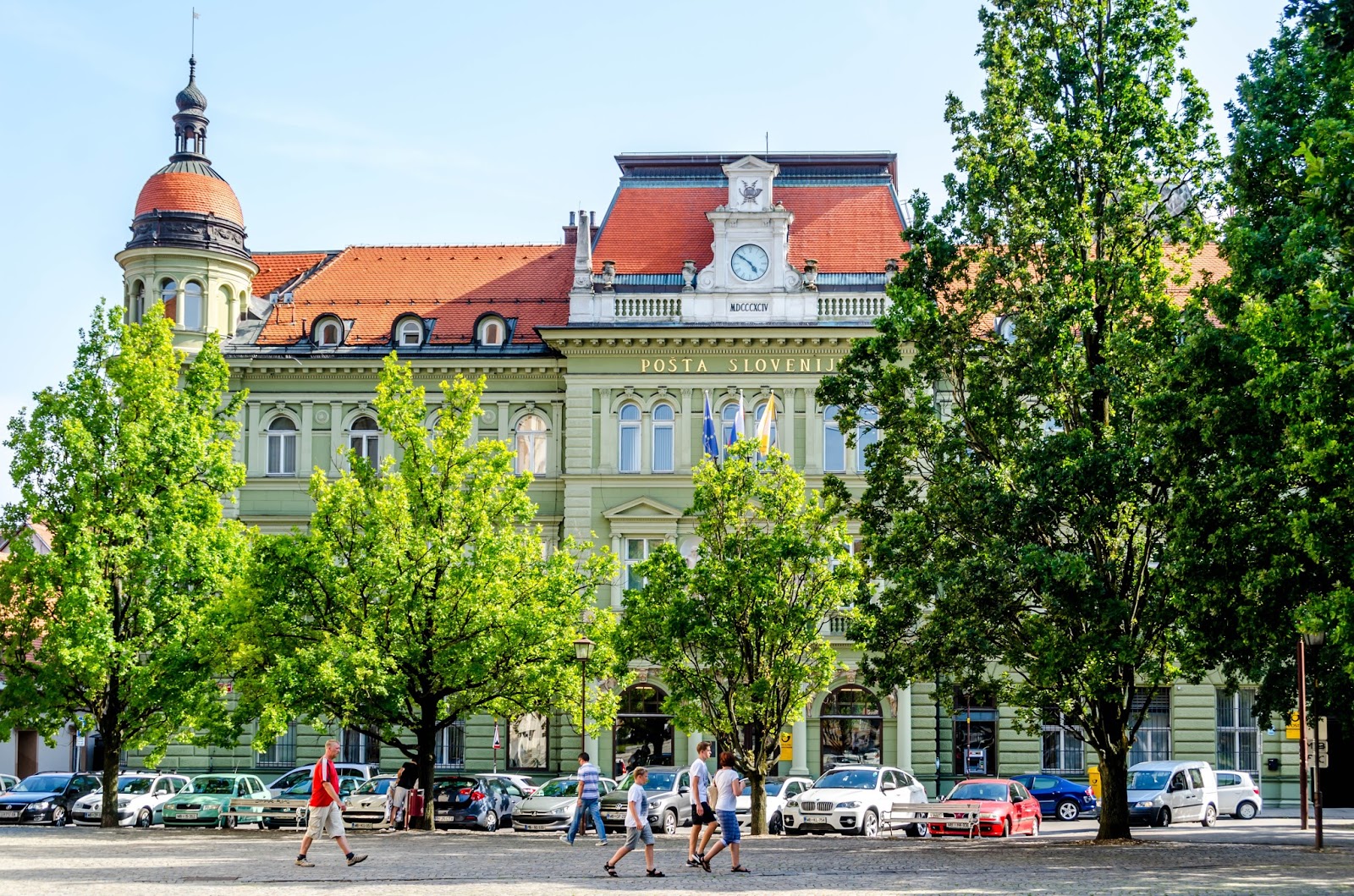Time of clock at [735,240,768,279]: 4:50
